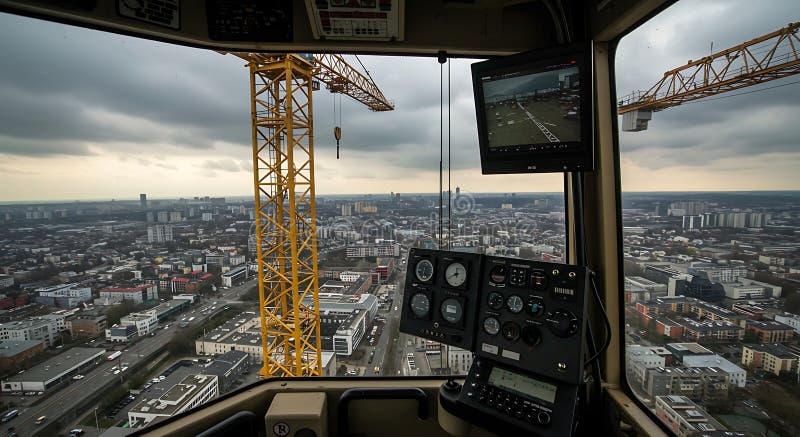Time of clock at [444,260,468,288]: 11:41
